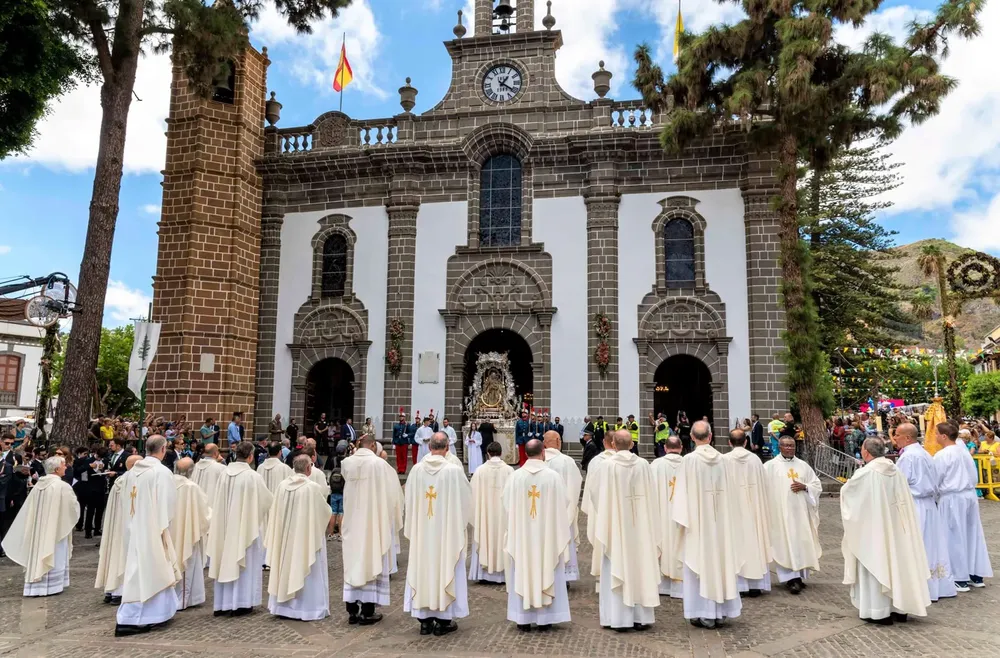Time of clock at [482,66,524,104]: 1:20
